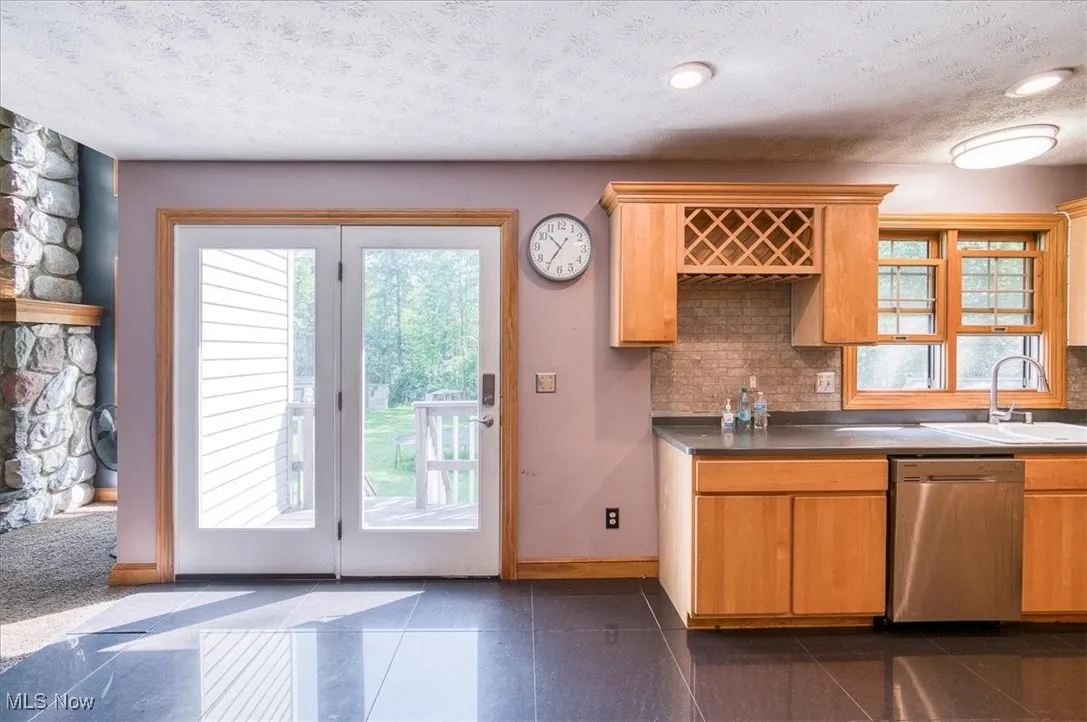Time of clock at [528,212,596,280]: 10:35
